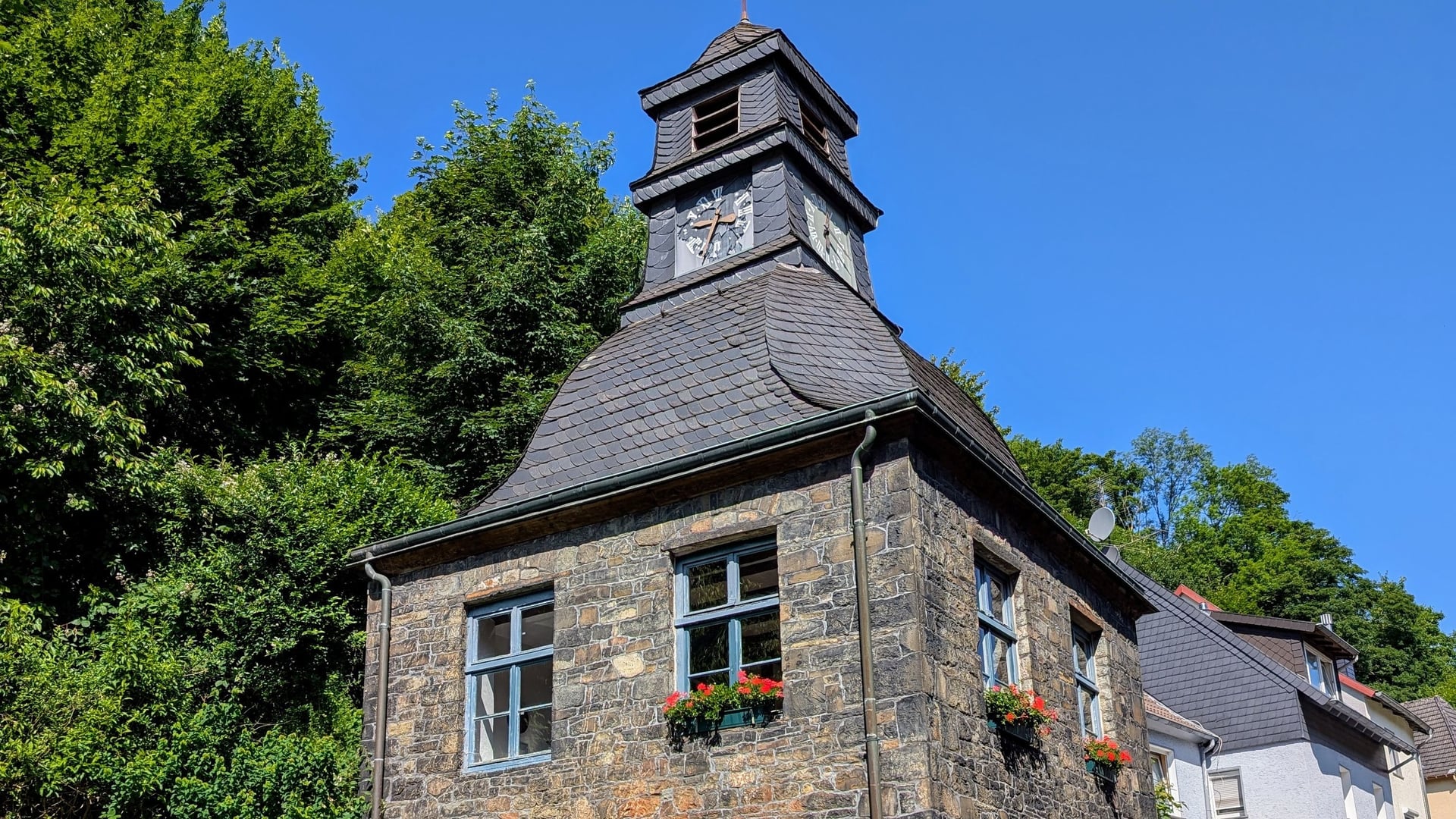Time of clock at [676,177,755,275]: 8:33
